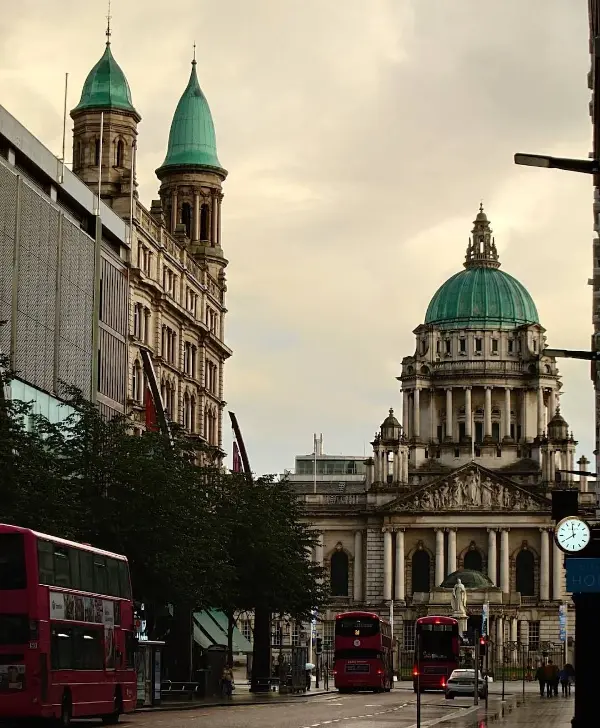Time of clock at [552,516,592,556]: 7:59
